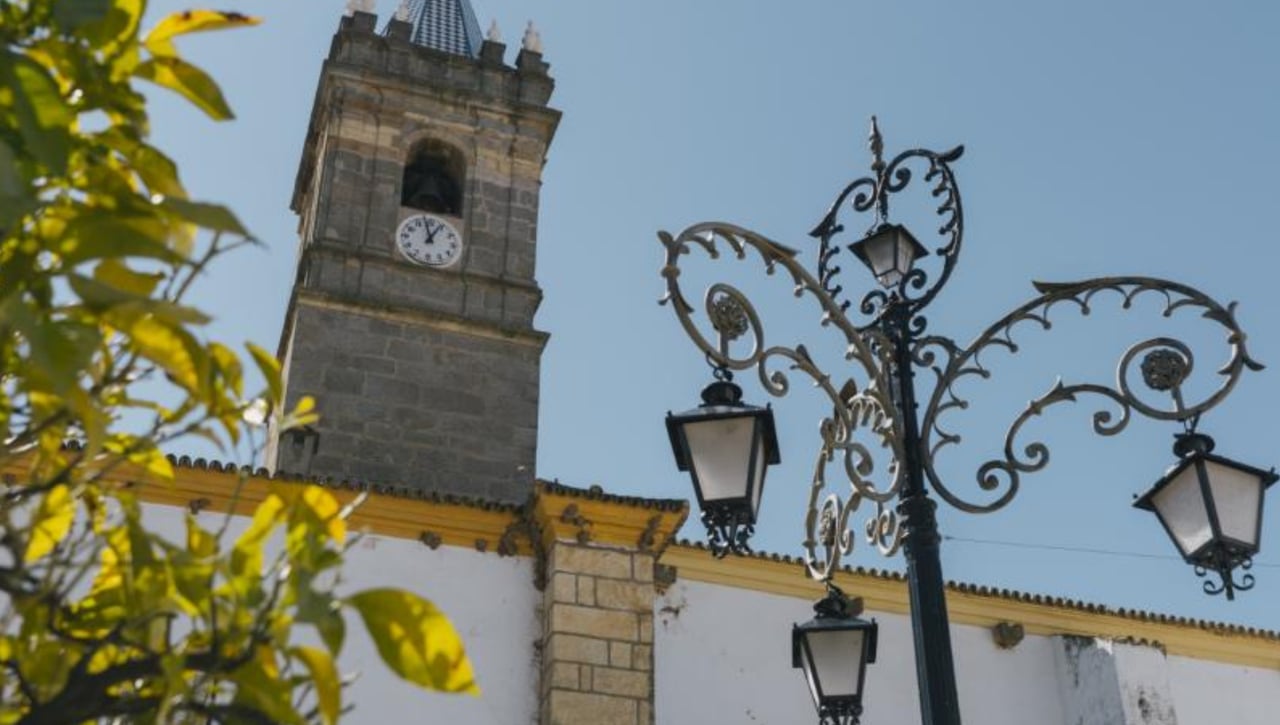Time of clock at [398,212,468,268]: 12:57
